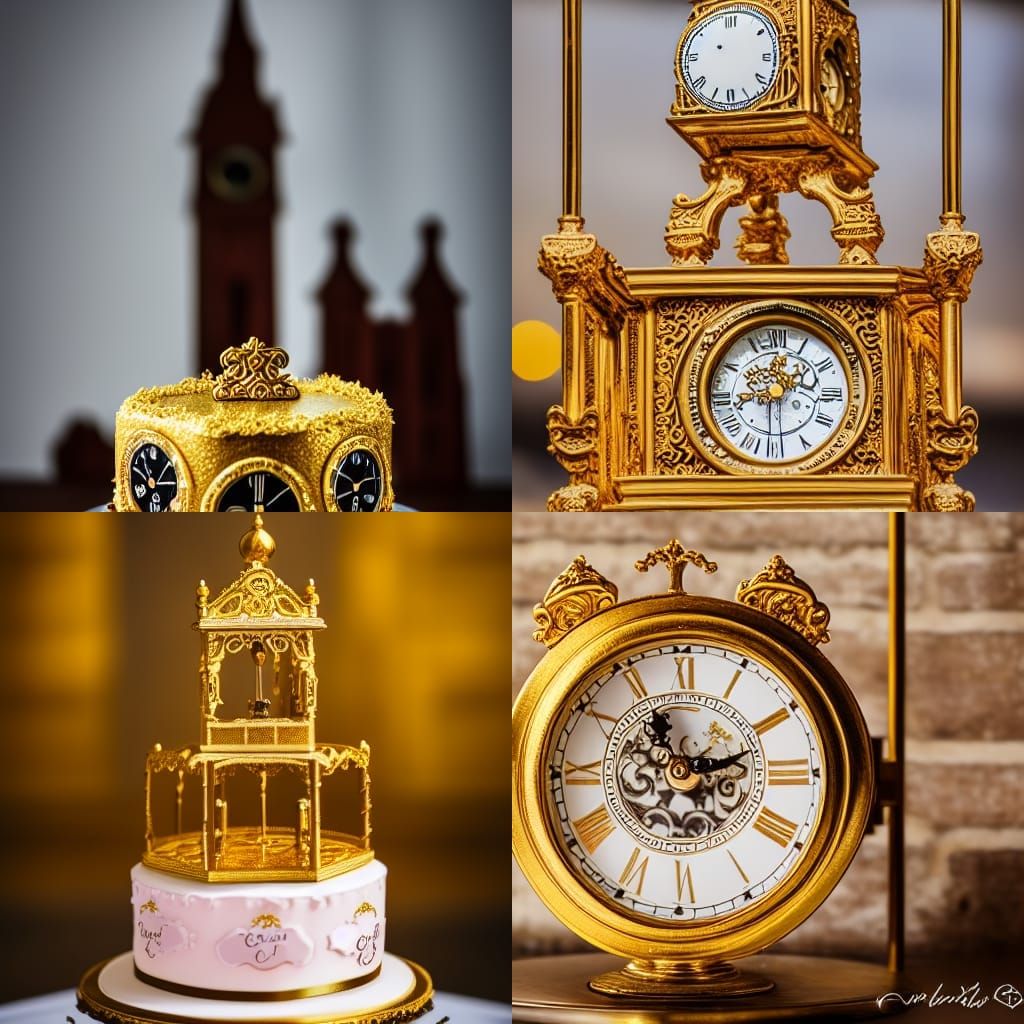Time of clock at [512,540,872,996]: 11:12
